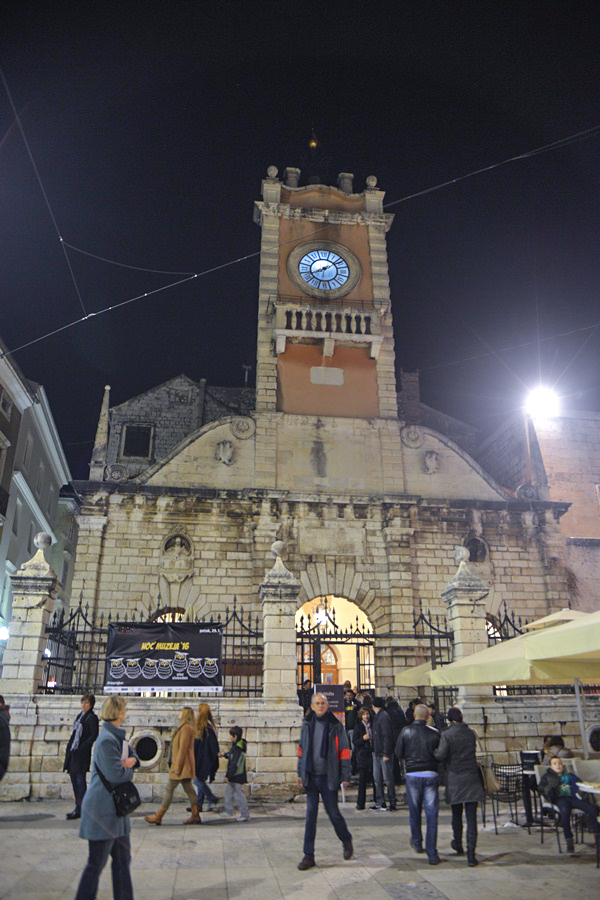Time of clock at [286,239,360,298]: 8:07
